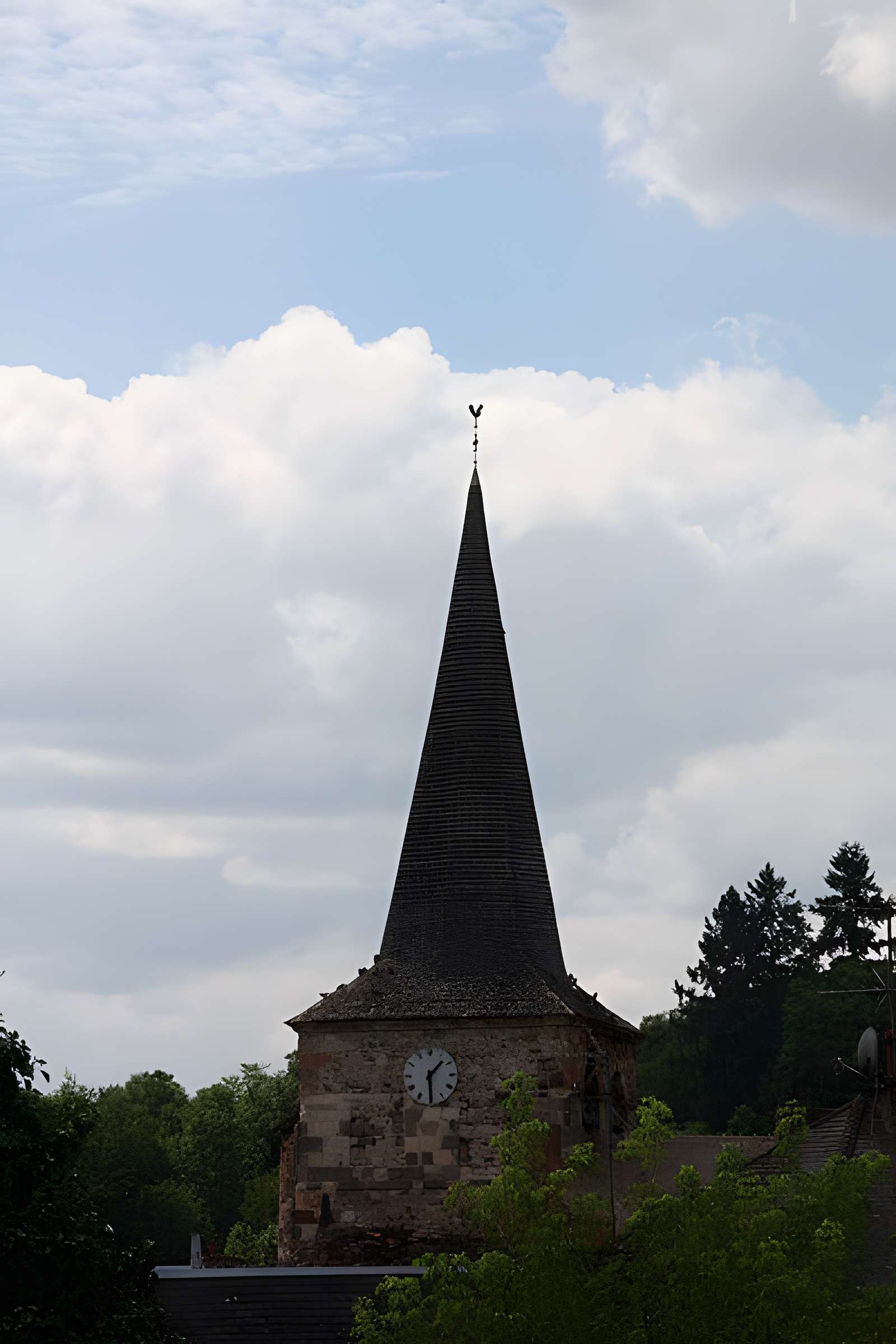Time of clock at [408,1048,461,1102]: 1:29
